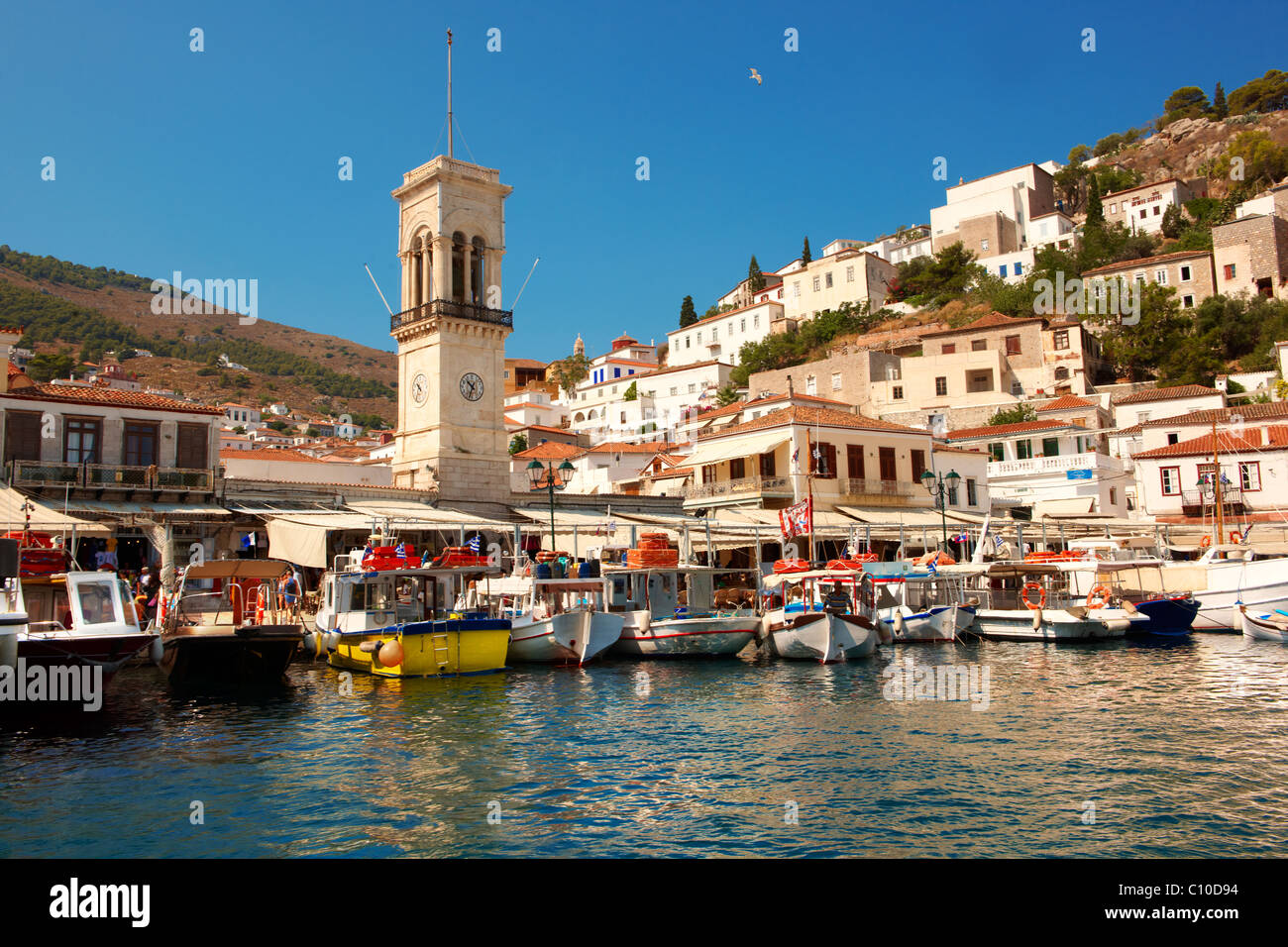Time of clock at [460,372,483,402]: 10:33
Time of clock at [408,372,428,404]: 10:34
